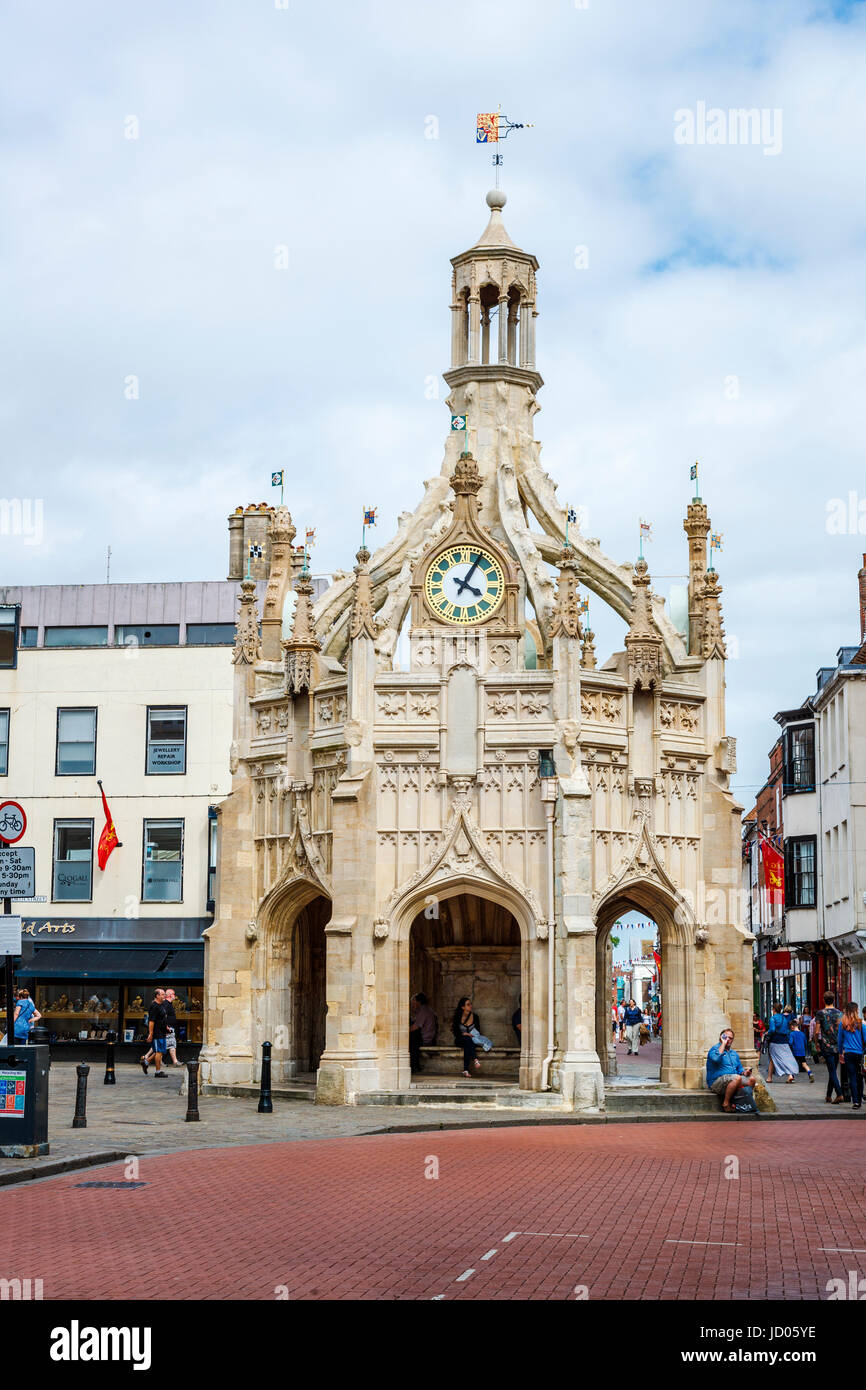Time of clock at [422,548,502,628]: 4:04
